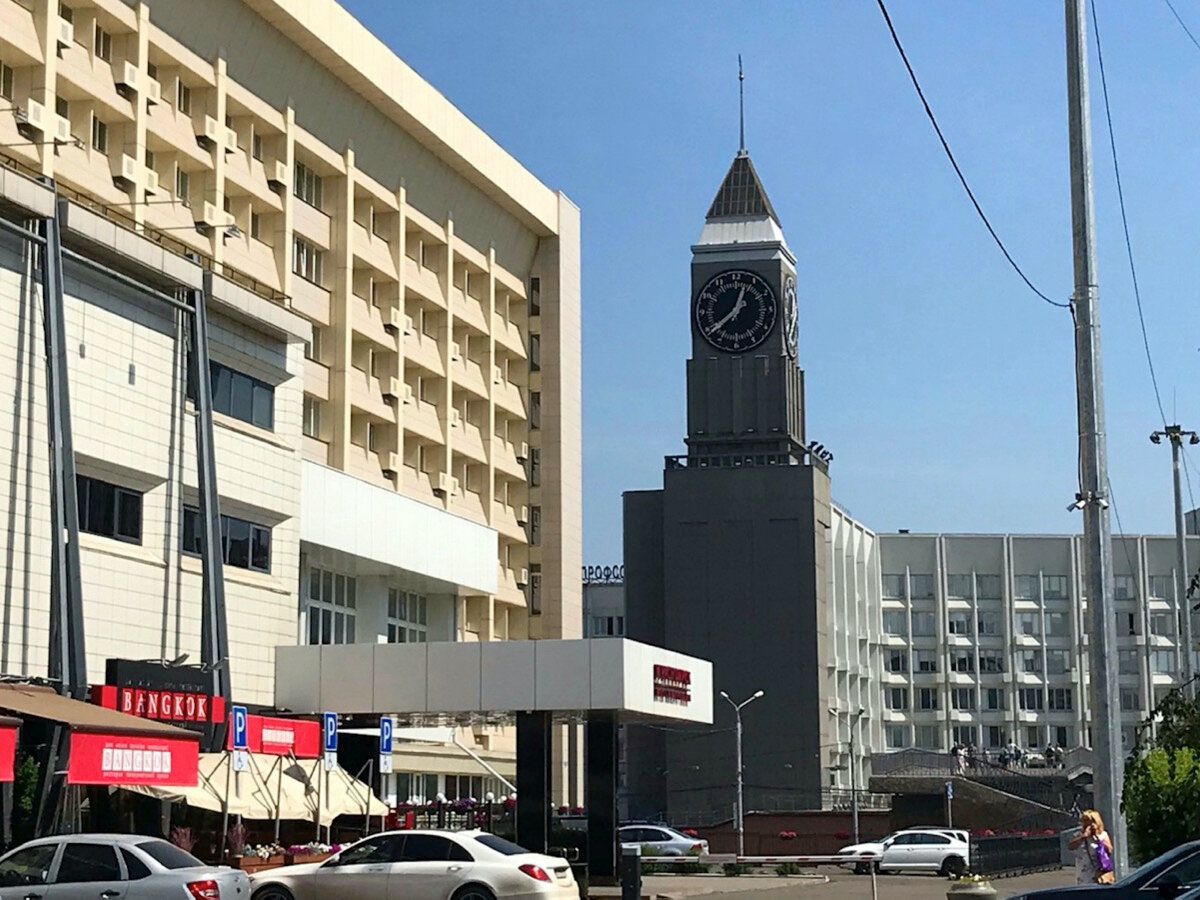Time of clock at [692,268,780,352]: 12:38
